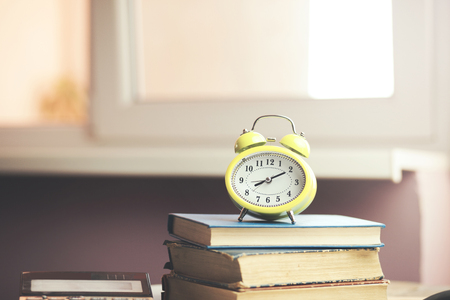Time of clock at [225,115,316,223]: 8:10
